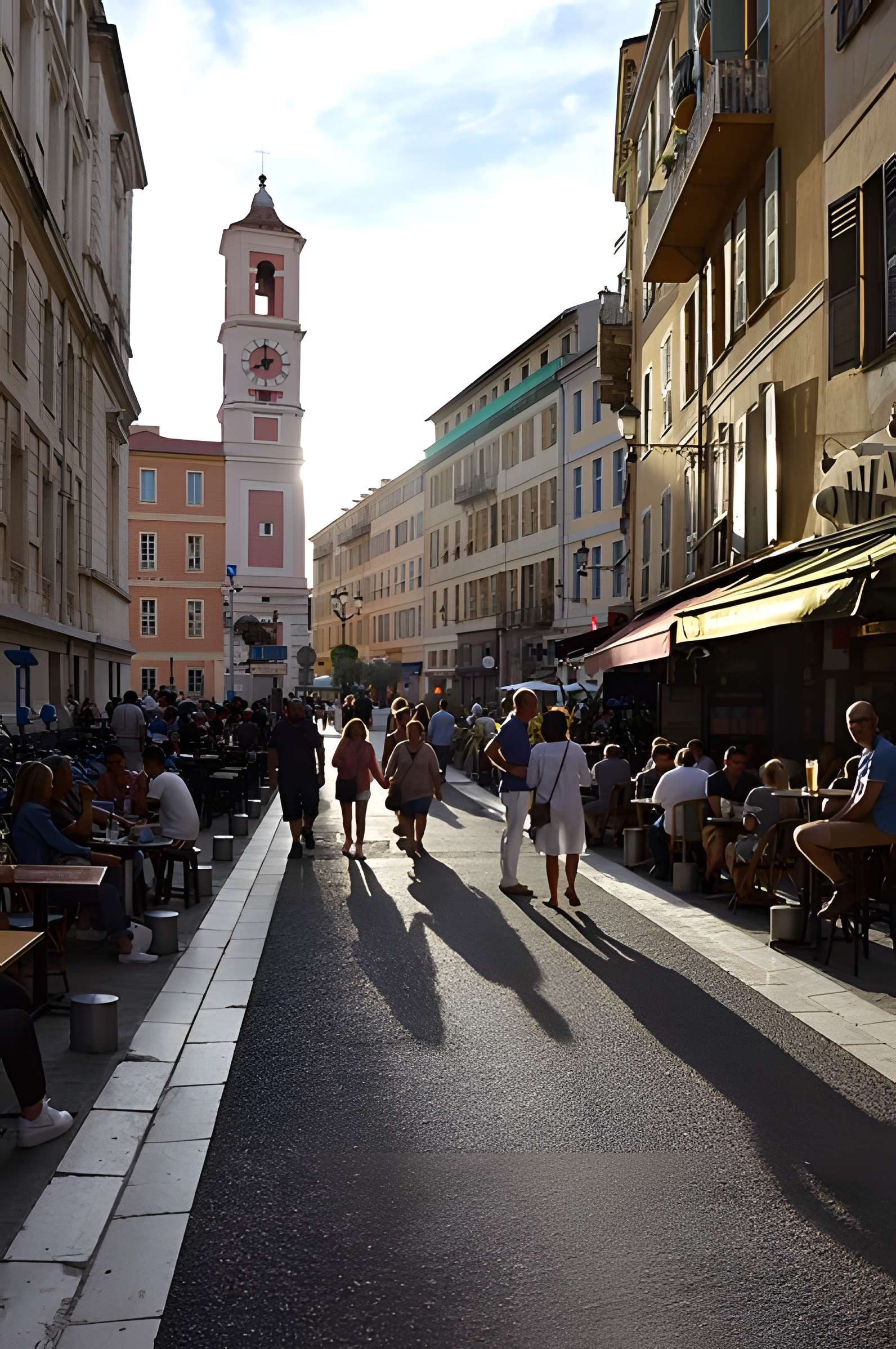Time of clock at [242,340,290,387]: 7:59
